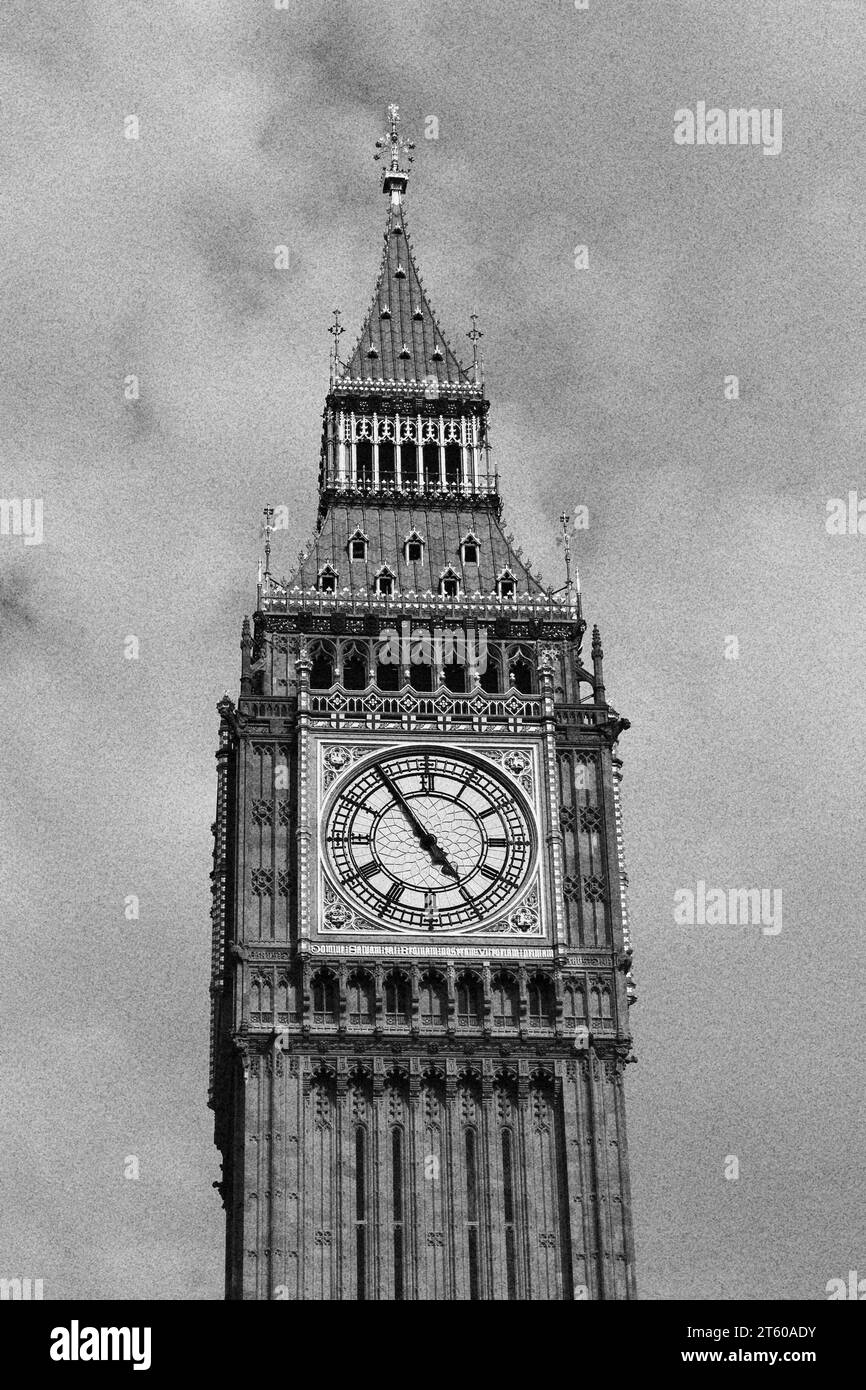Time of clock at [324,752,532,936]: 4:54
